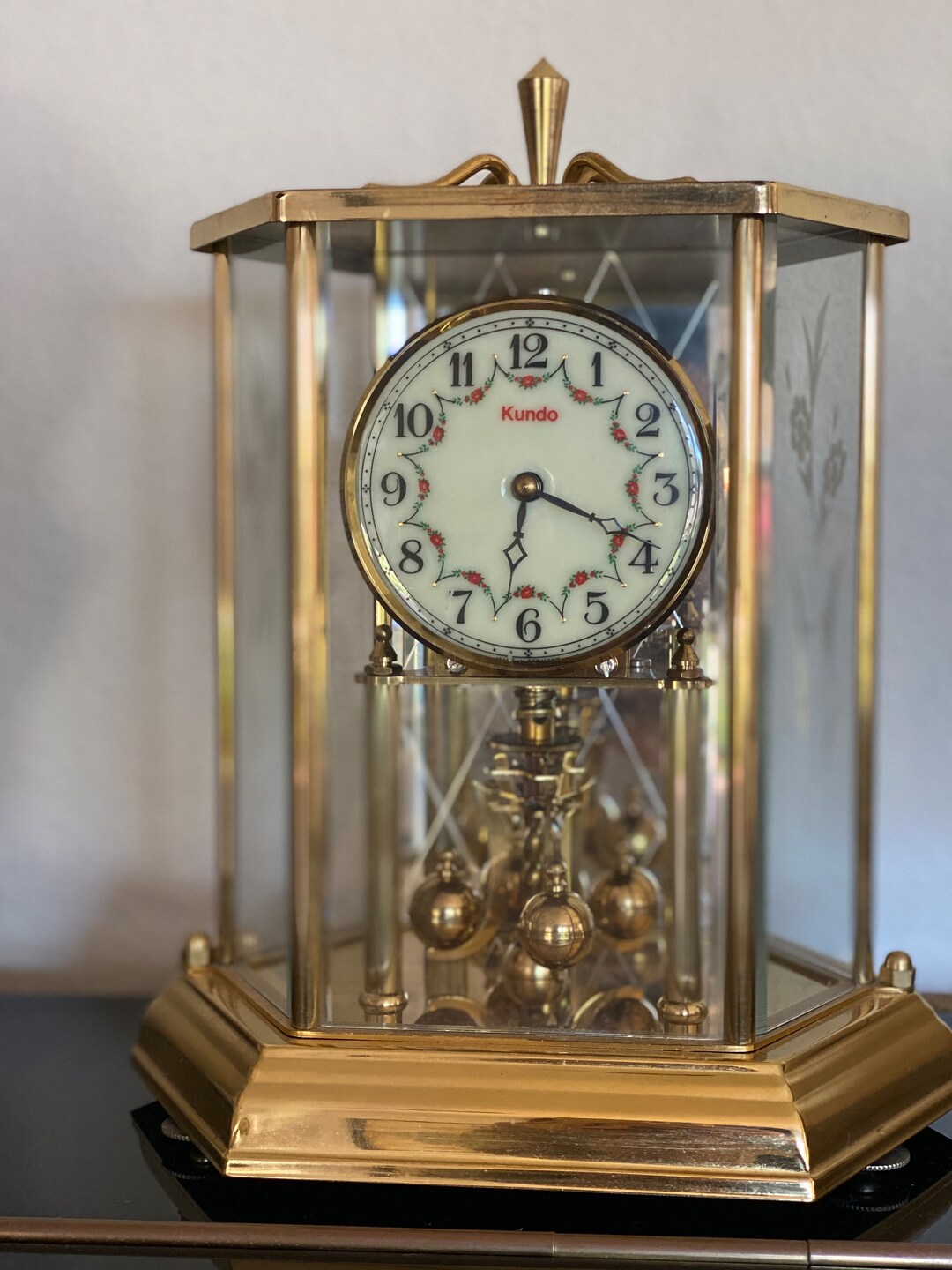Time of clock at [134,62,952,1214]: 6:18
